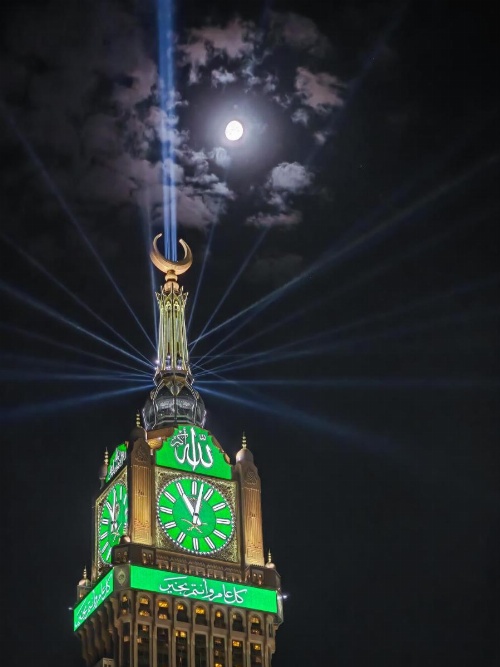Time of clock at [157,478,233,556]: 11:02
